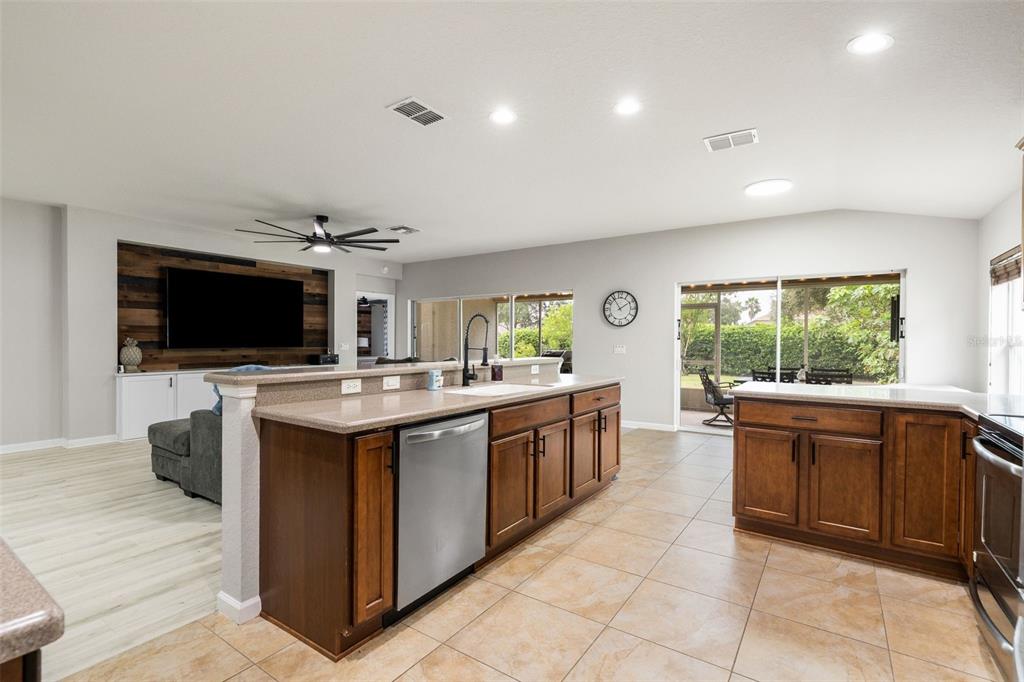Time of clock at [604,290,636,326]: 1:54
